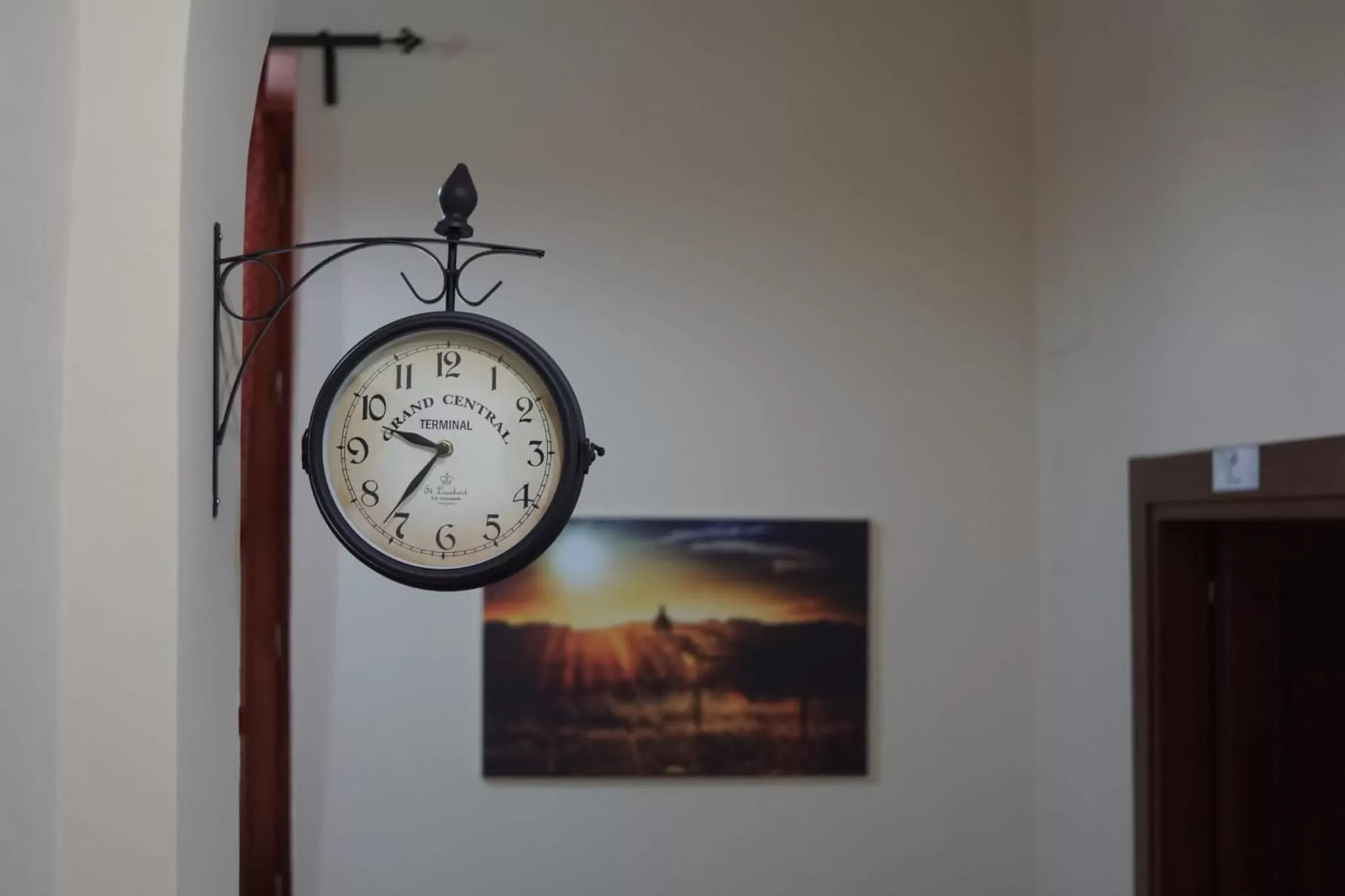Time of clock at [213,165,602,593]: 9:36
